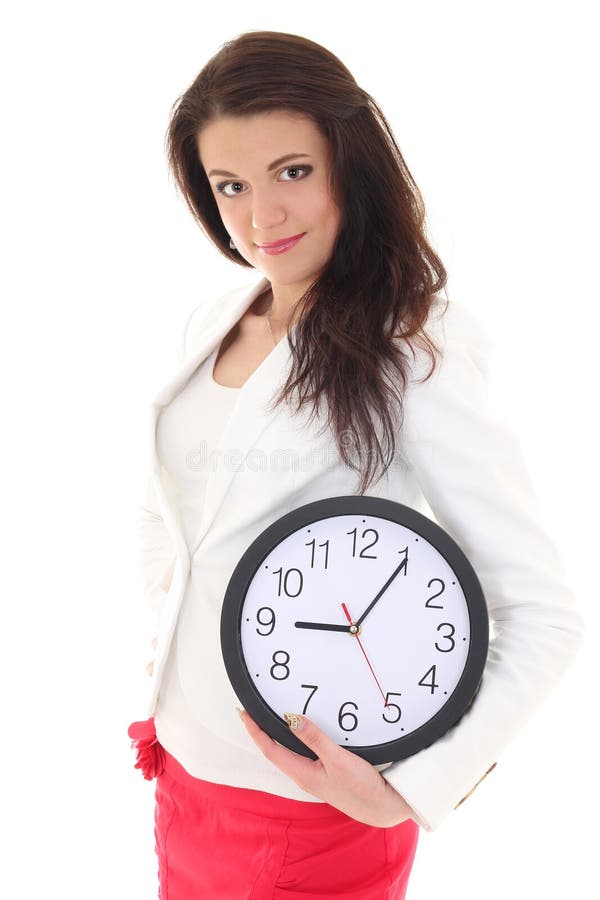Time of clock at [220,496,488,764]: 9:05
